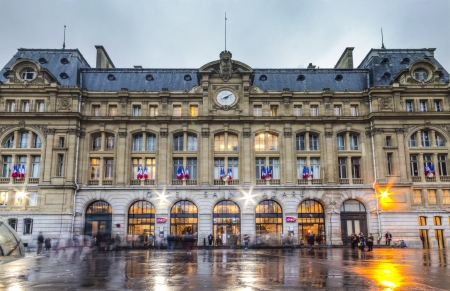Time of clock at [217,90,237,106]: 8:09
